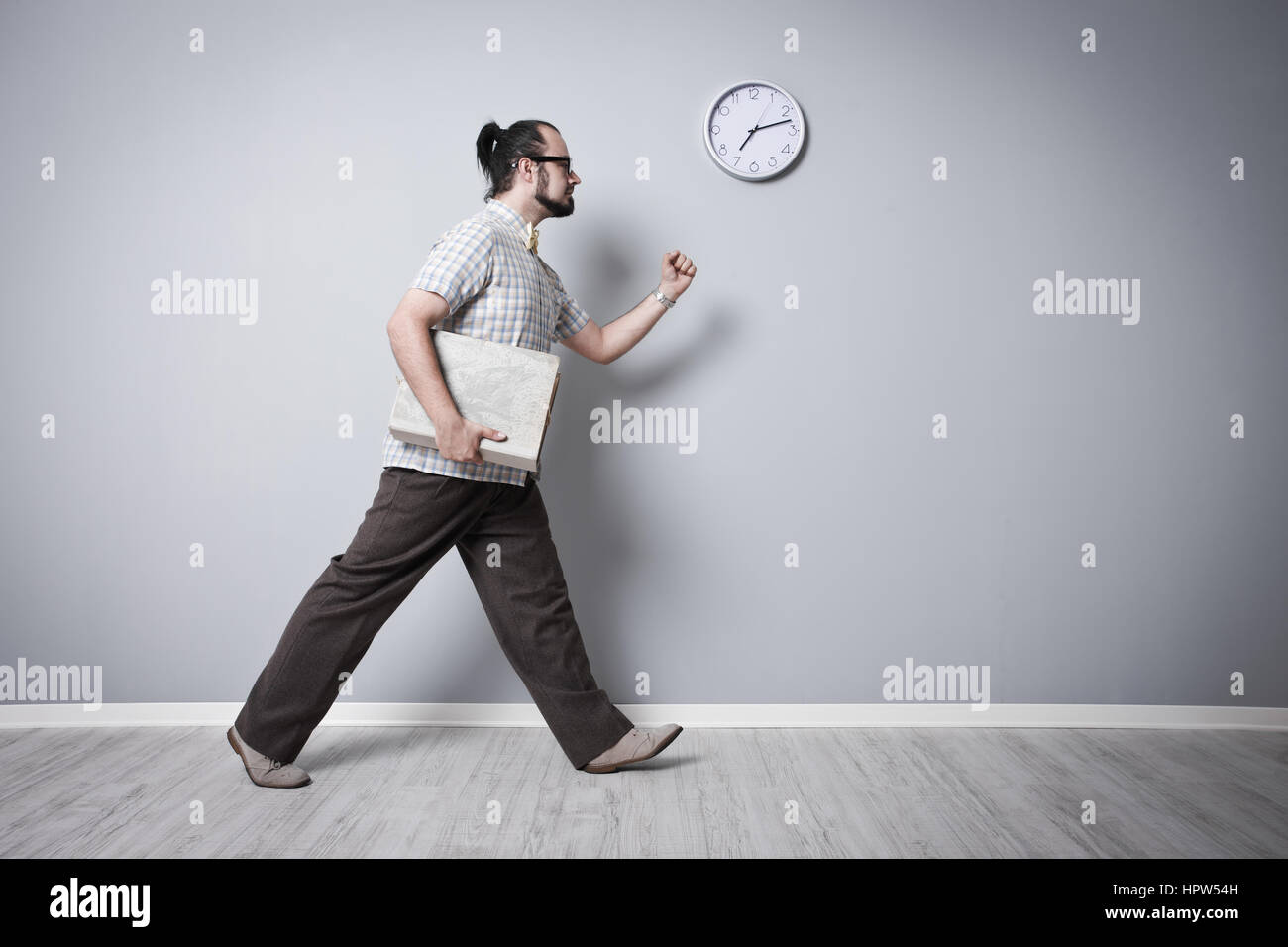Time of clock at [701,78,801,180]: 7:12
